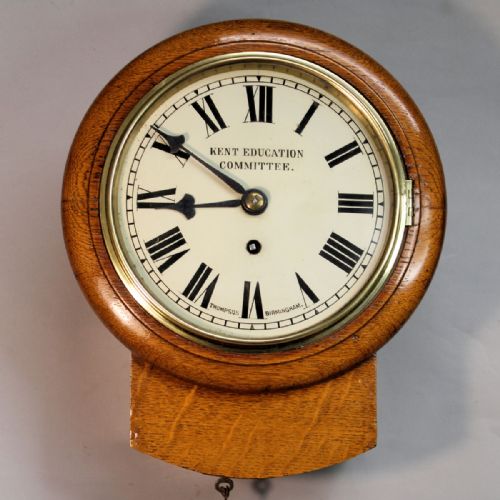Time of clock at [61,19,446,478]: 8:50
